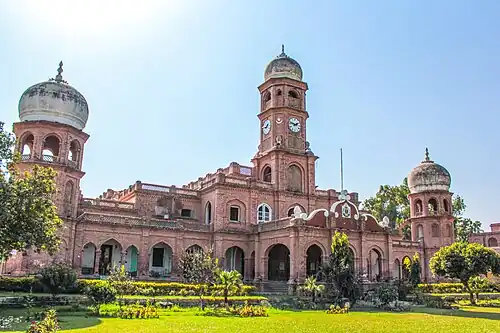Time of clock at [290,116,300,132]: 1:47
